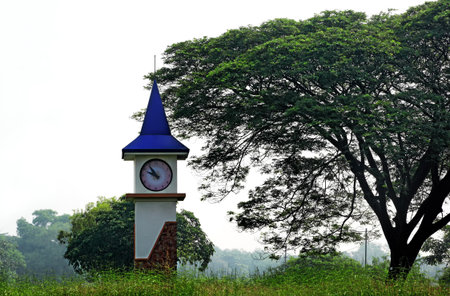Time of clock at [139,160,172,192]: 9:54
